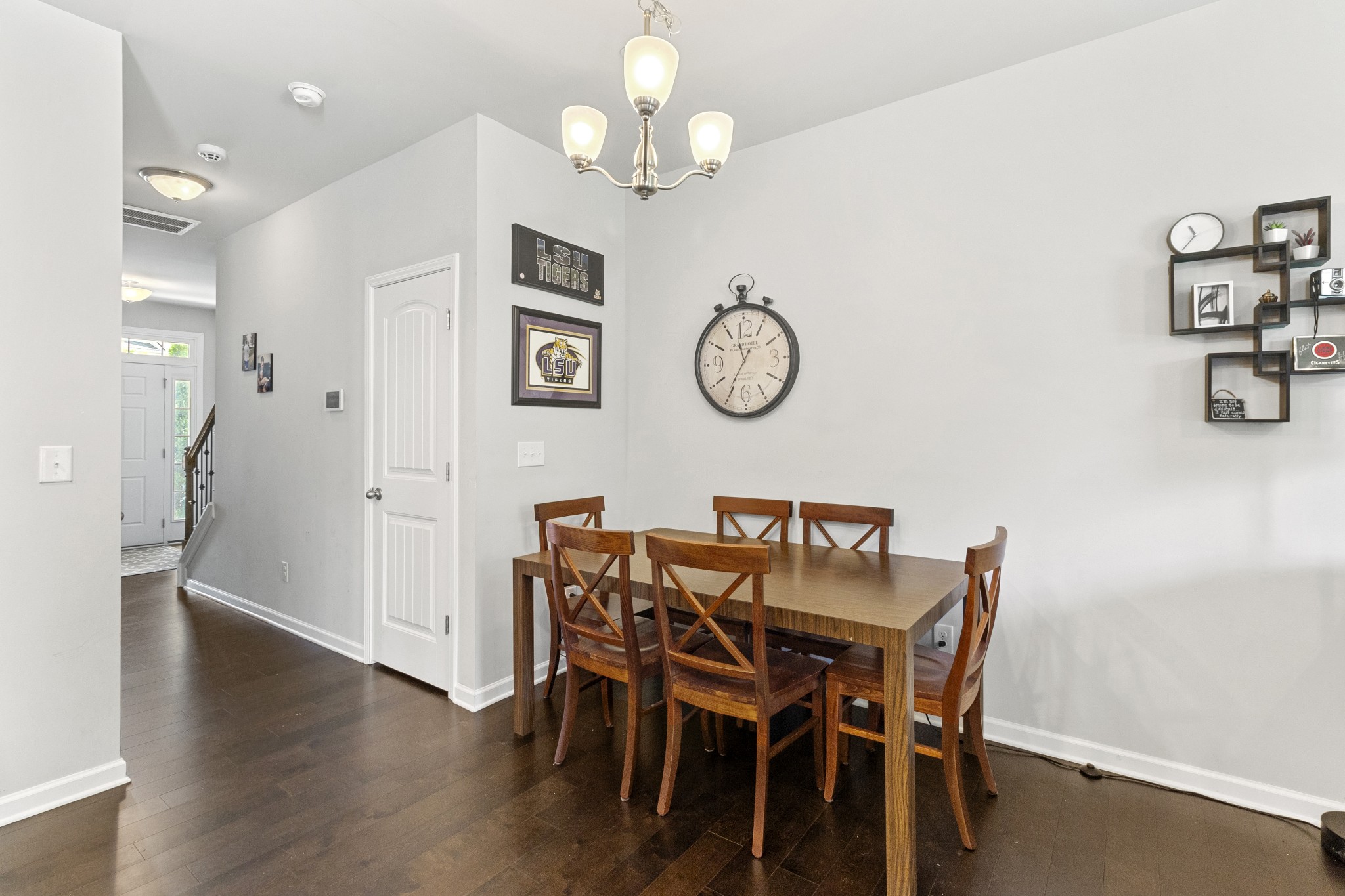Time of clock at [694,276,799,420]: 11:35
